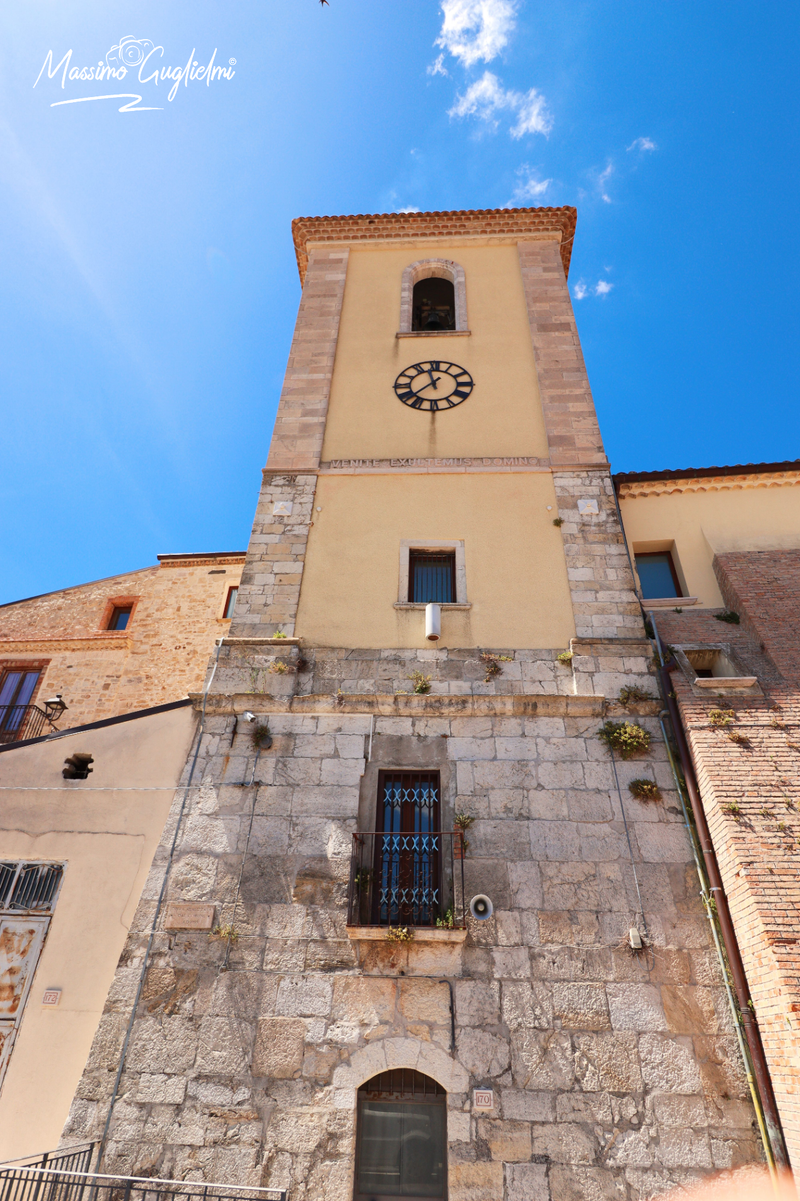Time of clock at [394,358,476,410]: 11:37
